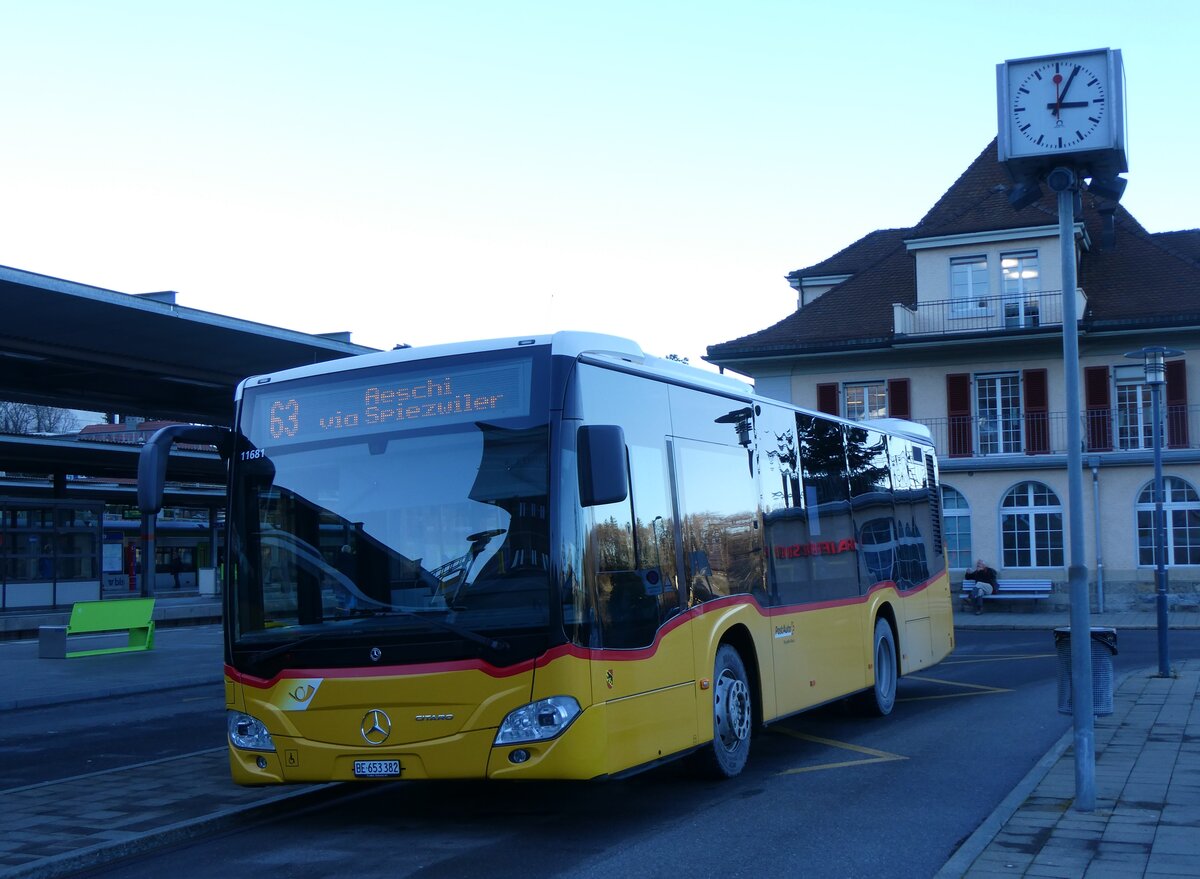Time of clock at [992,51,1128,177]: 3:04
